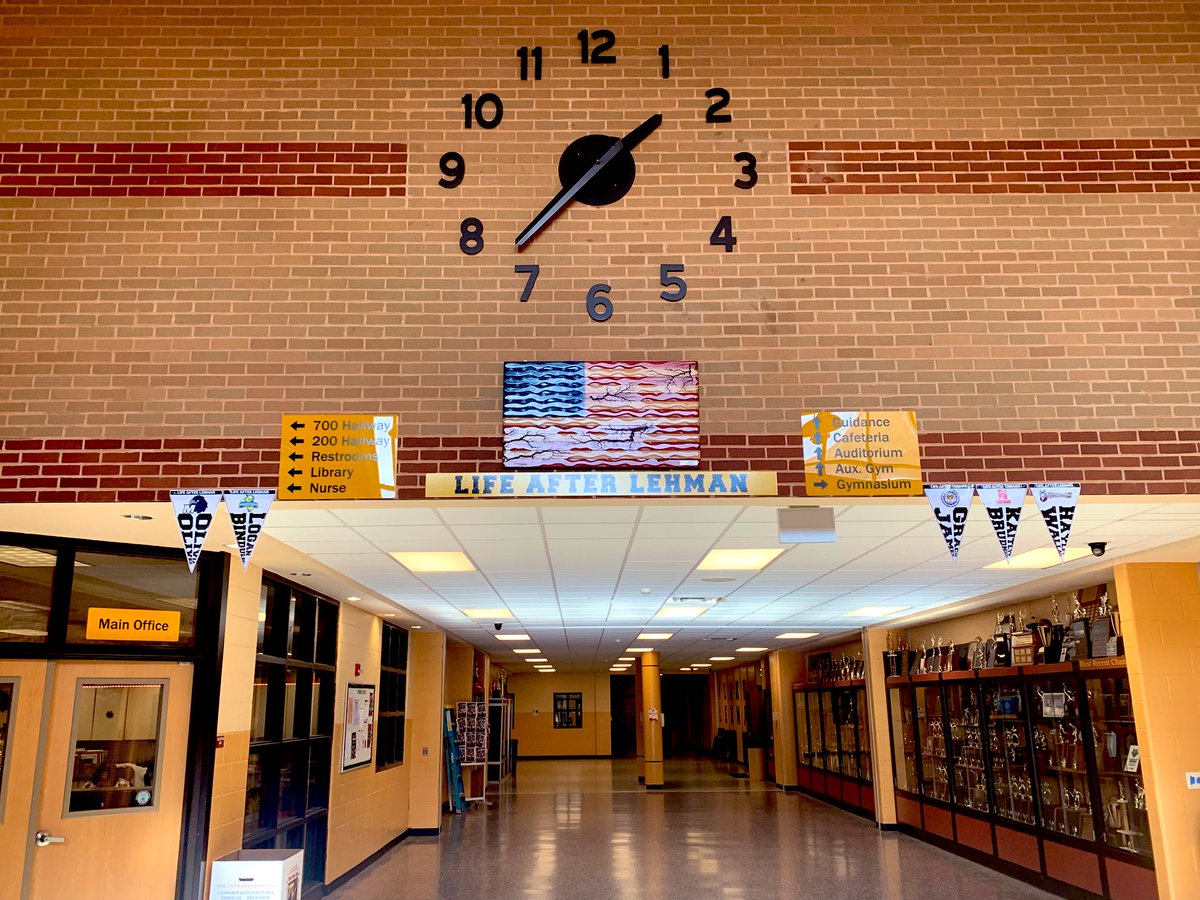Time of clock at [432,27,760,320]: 1:37
